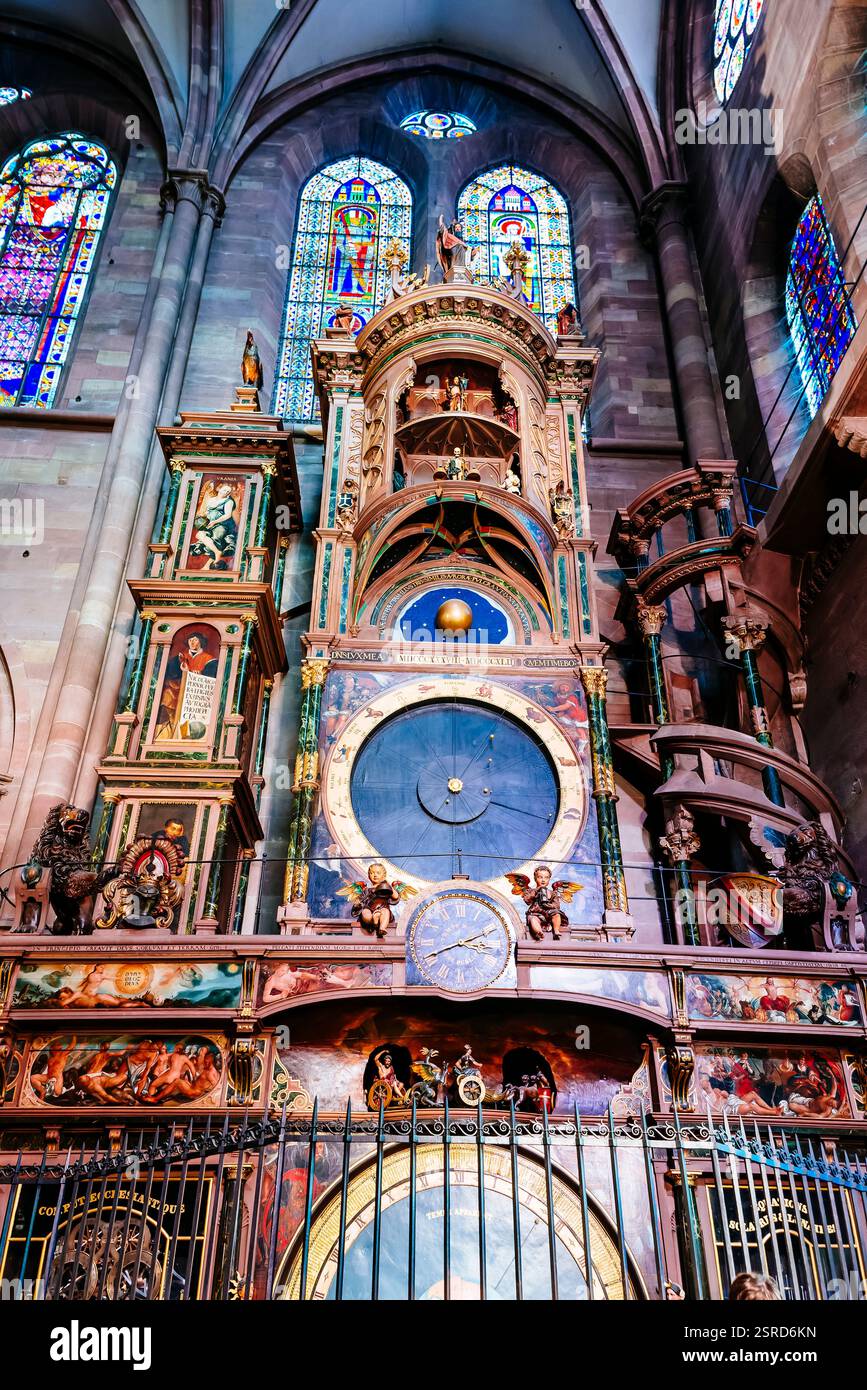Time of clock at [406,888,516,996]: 3:40
